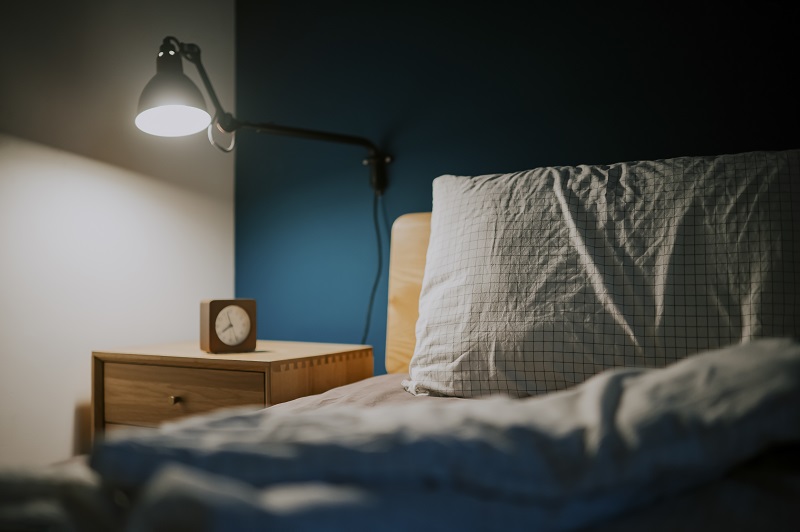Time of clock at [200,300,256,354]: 7:57
